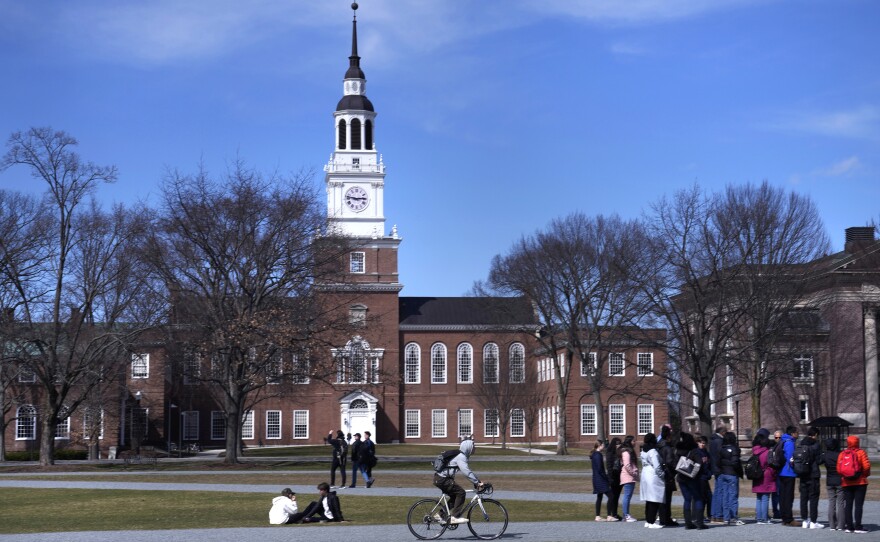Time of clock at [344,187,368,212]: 2:46
